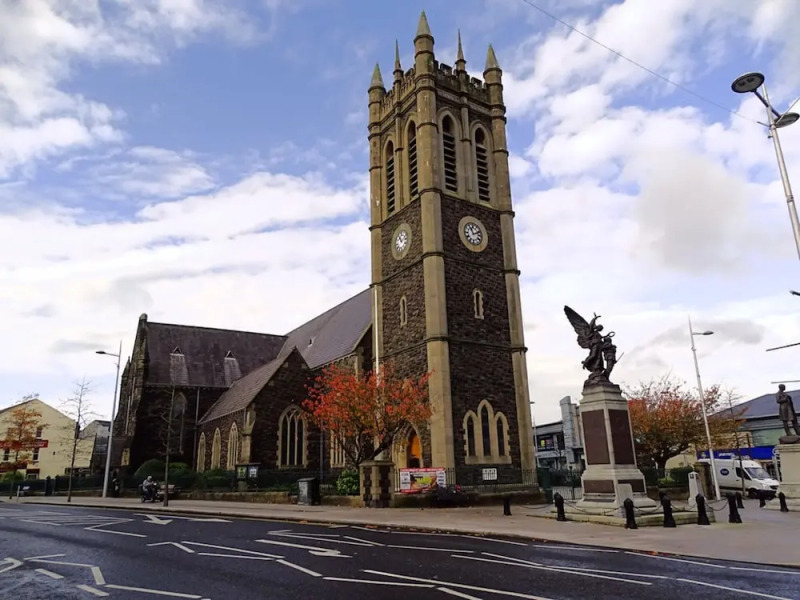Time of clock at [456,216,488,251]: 11:11
